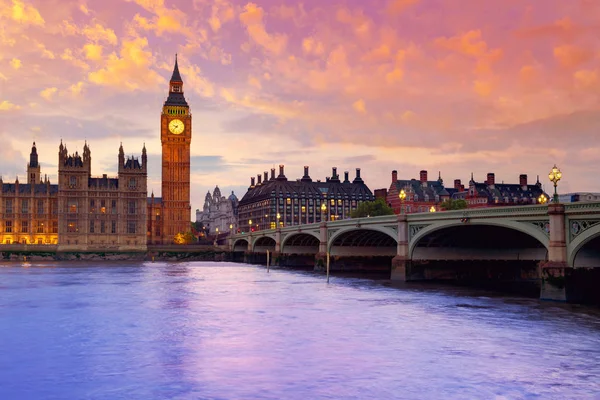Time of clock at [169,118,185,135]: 9:37
